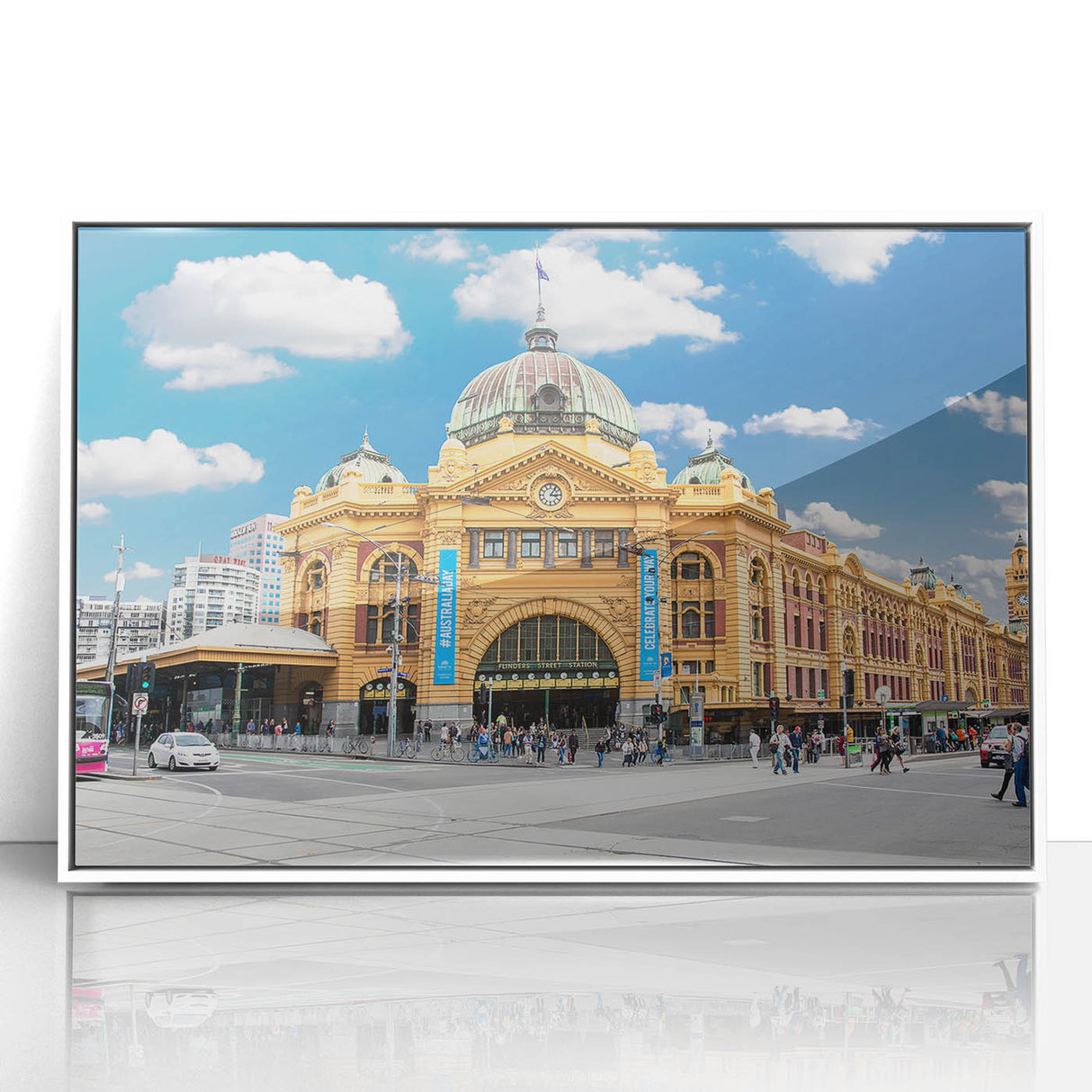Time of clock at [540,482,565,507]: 3:06
